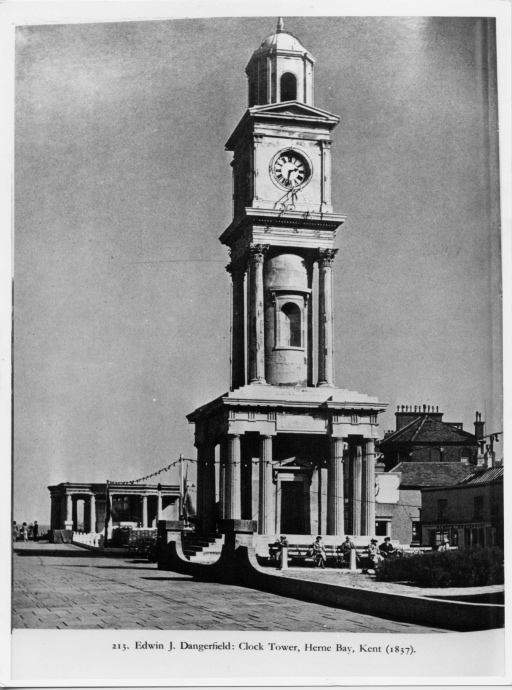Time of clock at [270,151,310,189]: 2:32
